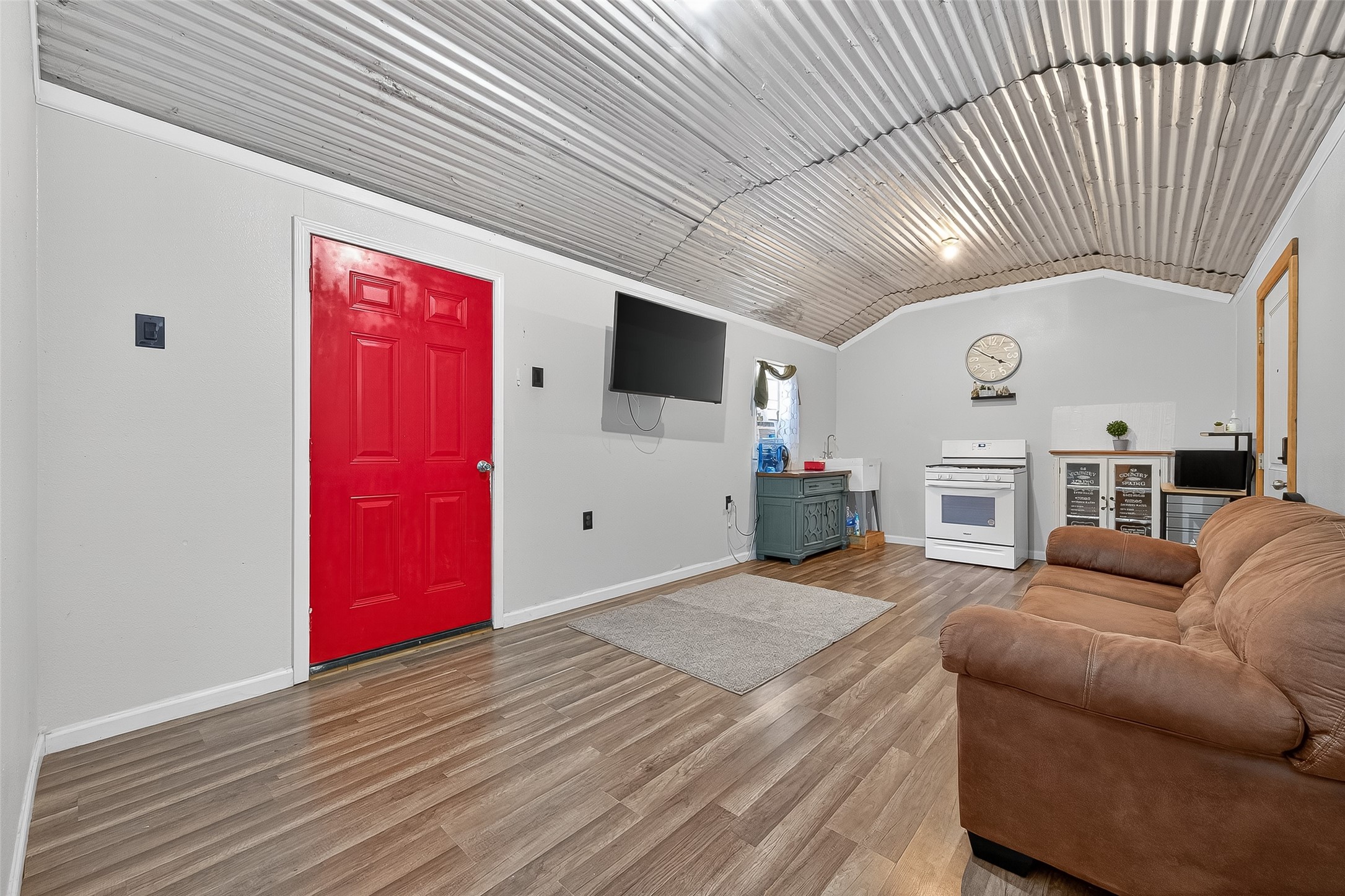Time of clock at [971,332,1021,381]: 3:50
